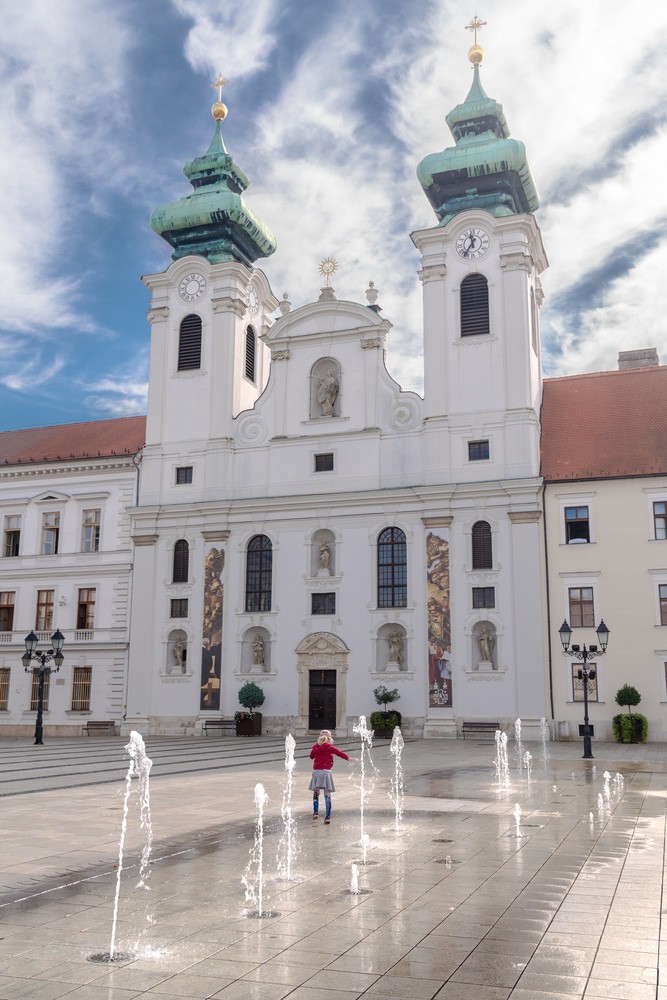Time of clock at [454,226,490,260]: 11:35
